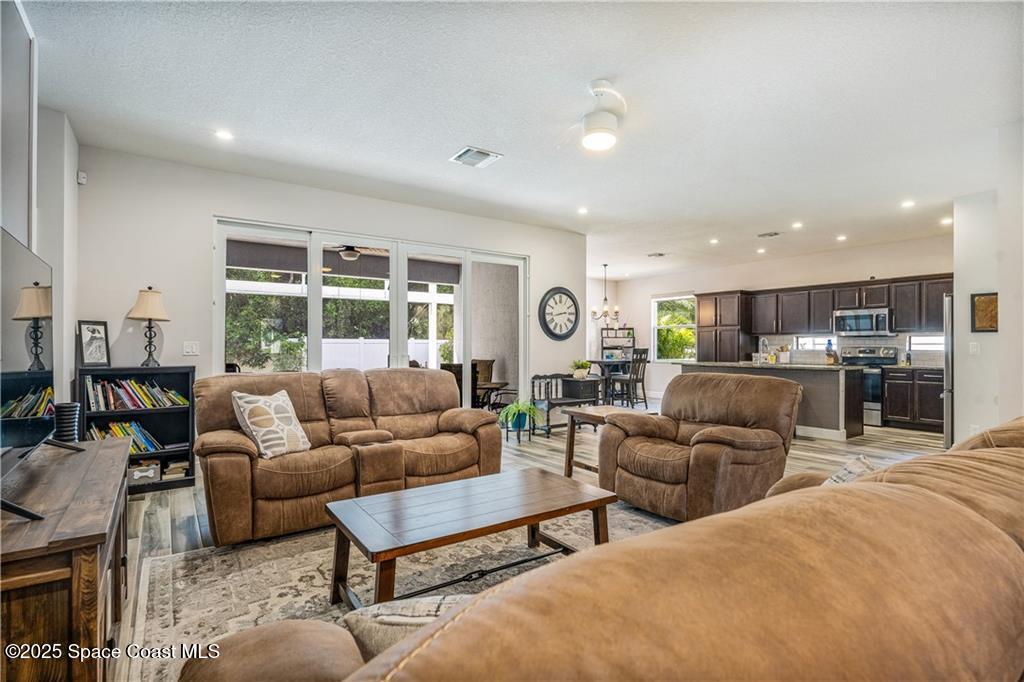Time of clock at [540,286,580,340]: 2:42
